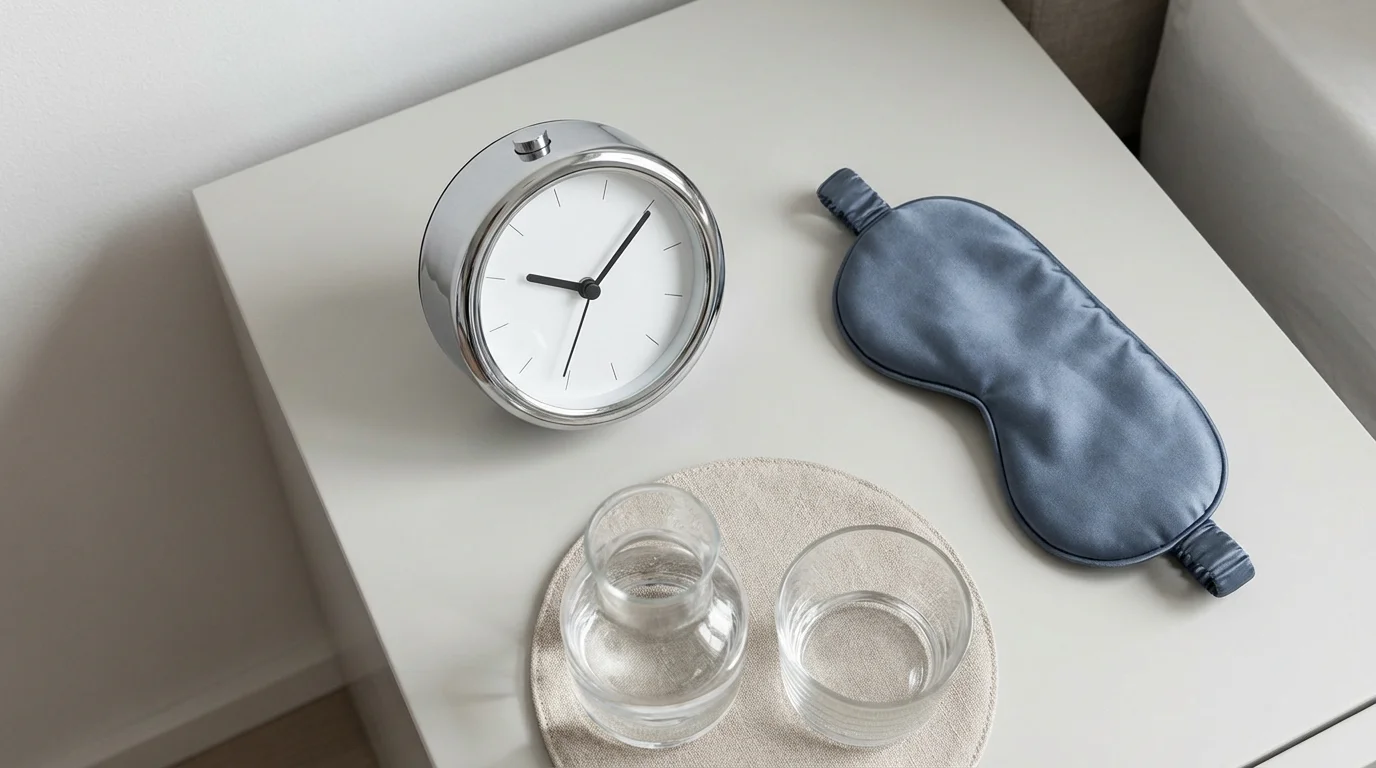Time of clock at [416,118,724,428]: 9:05
